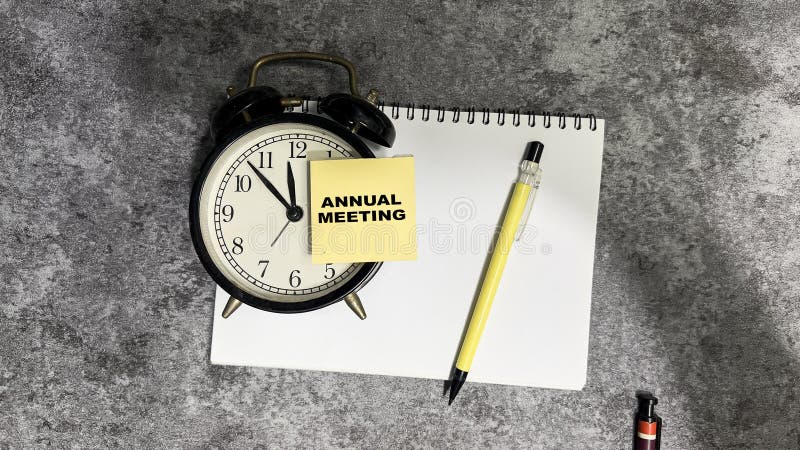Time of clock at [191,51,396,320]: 11:52
